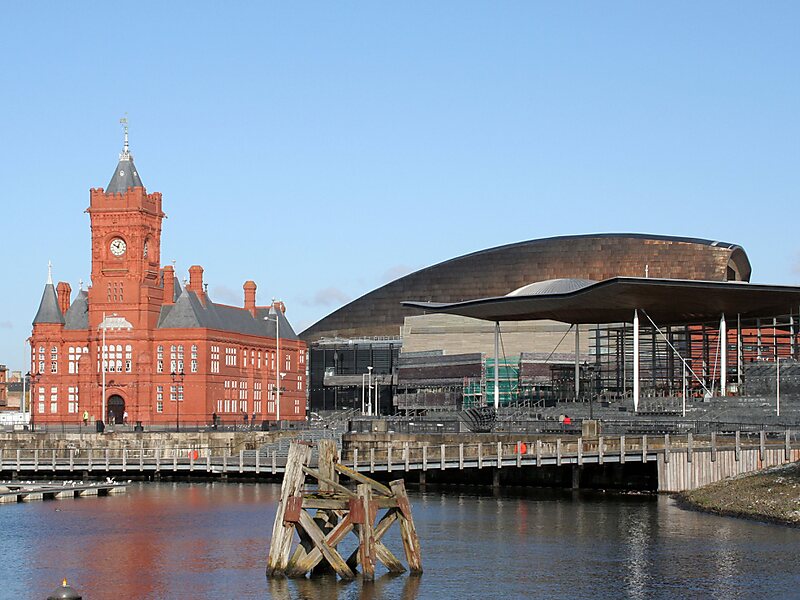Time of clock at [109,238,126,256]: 10:03
